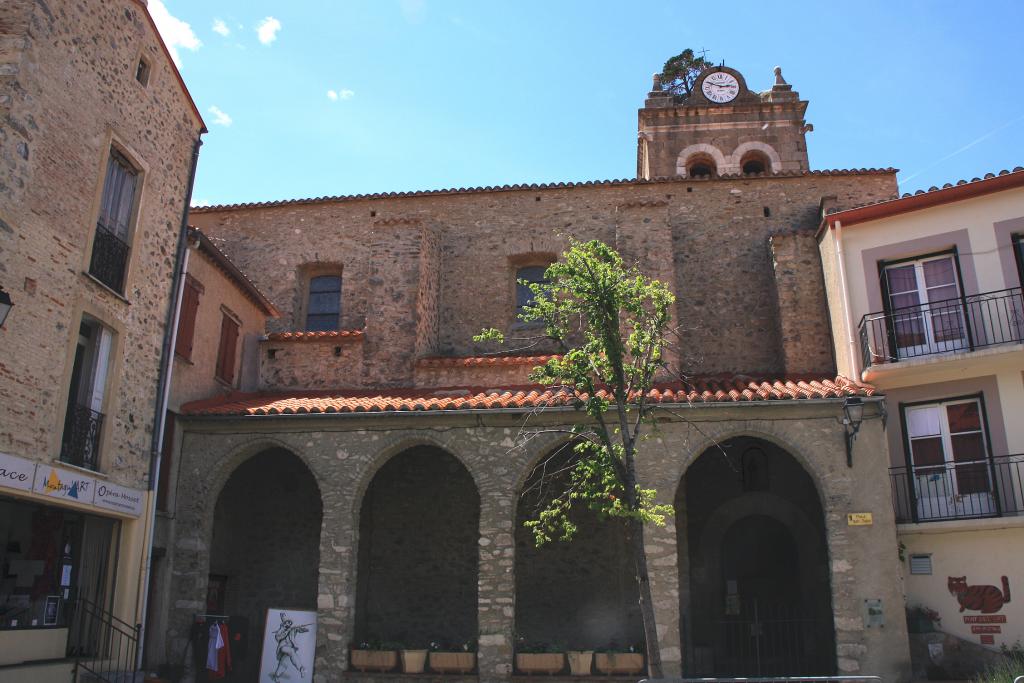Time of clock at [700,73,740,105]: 2:48
